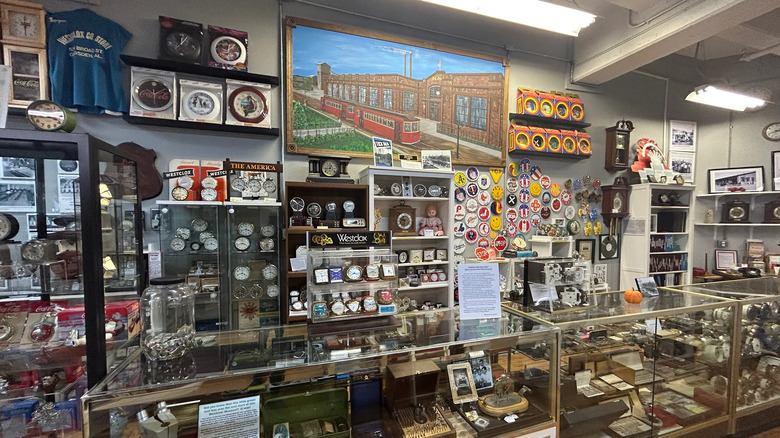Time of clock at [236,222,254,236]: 3:42
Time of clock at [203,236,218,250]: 3:42
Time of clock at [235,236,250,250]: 3:42
